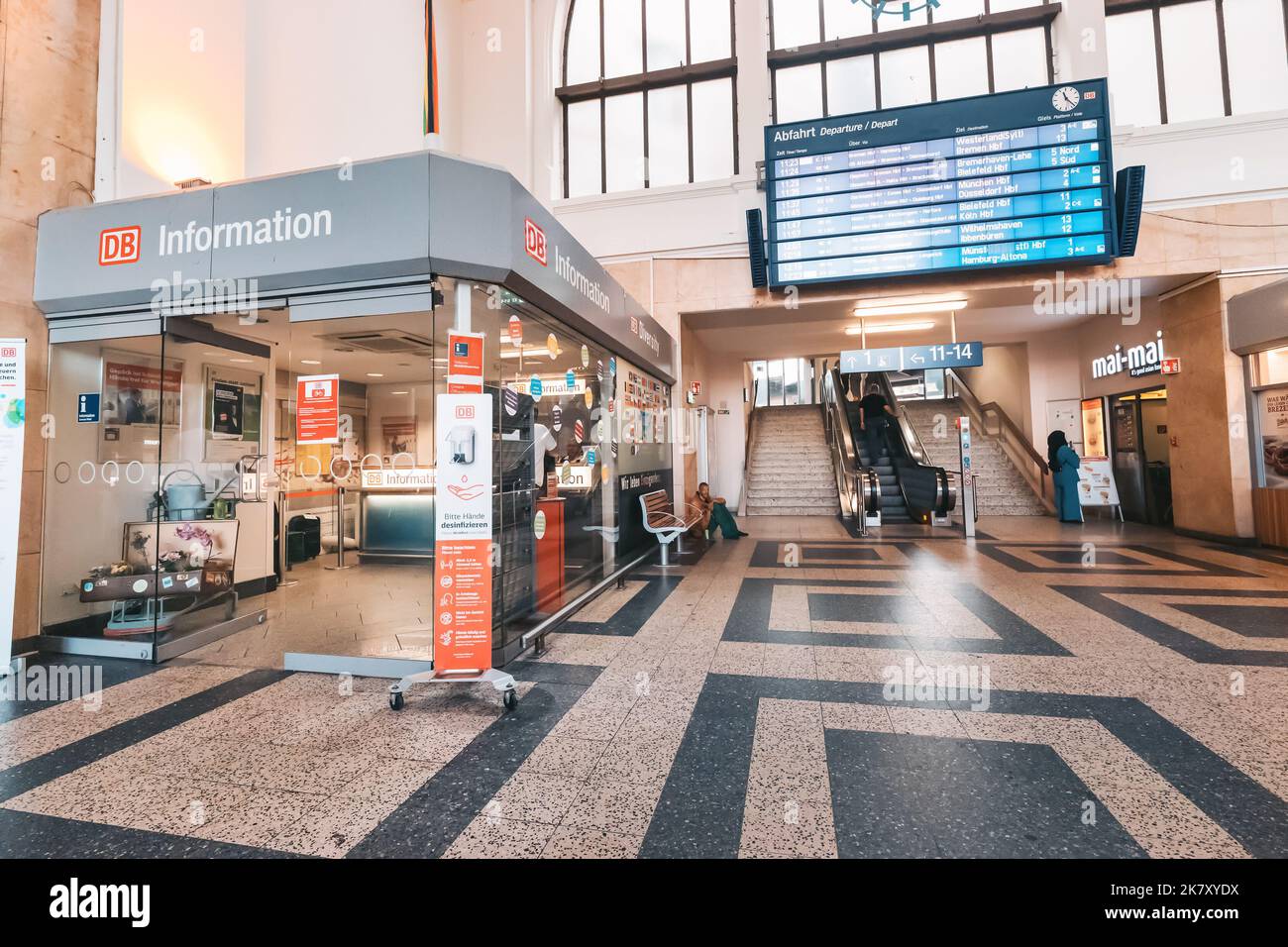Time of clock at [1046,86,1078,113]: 11:22
